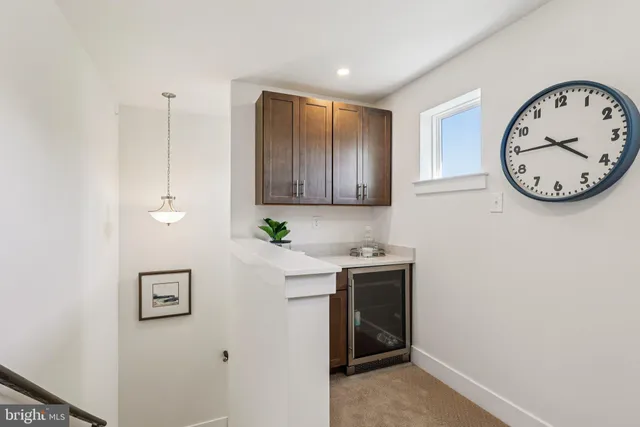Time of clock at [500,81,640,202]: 3:44
